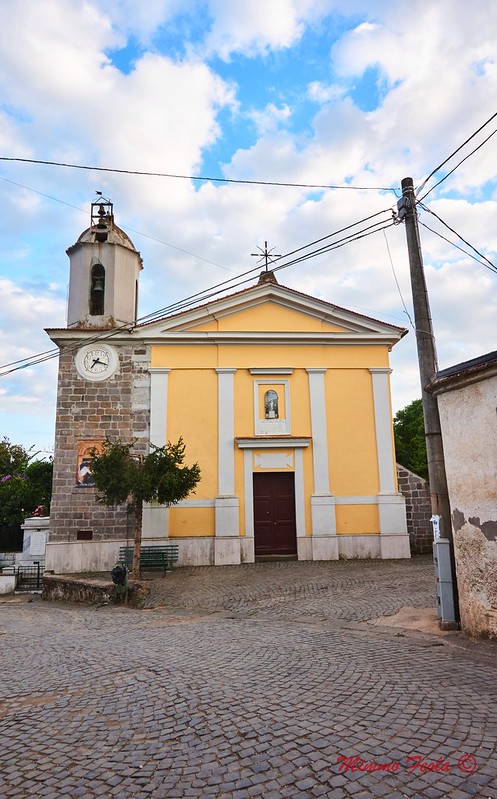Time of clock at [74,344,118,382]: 7:18
